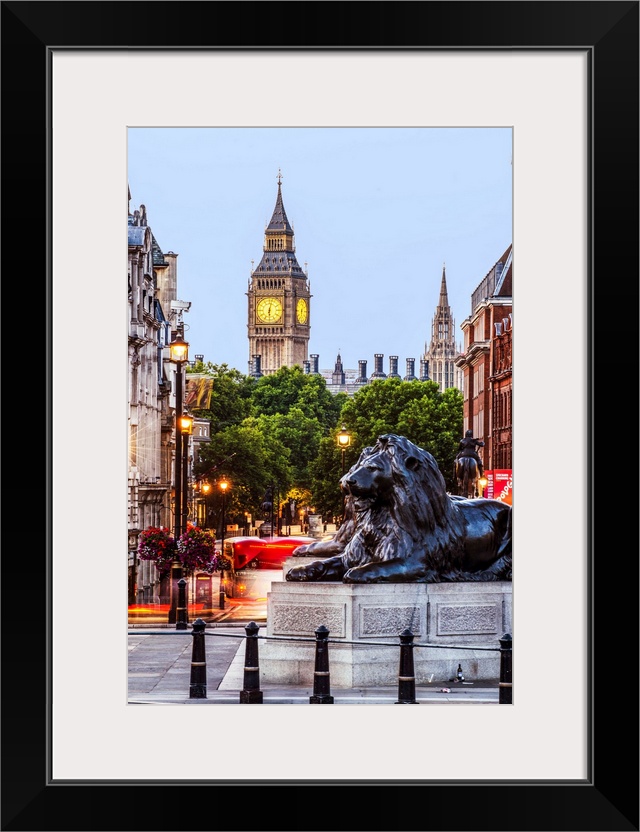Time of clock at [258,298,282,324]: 6:02
